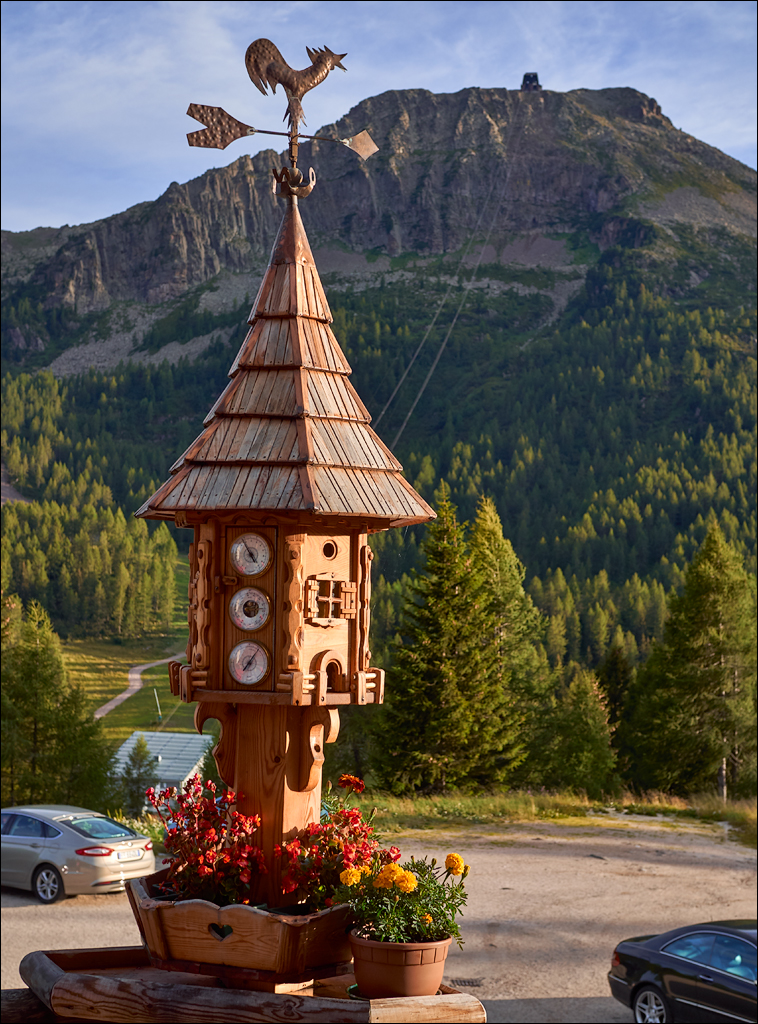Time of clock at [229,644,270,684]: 7:06
